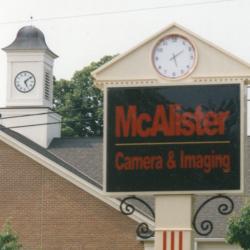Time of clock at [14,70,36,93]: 5:08
